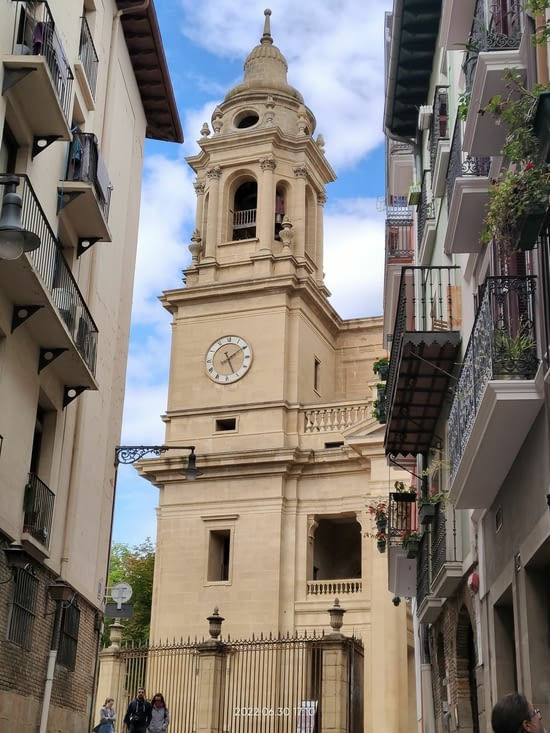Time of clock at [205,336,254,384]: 5:09
